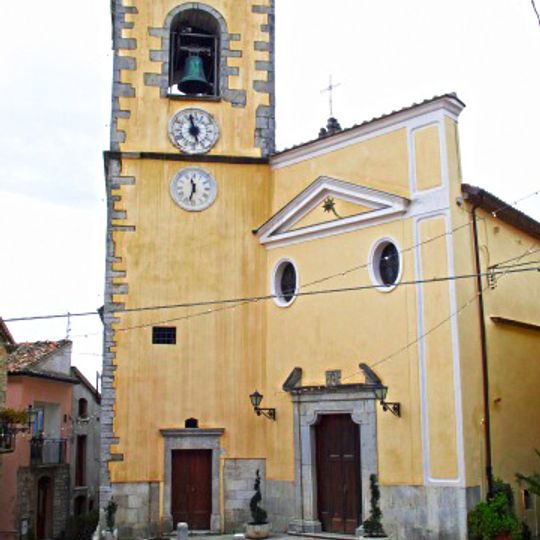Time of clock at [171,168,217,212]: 11:32
